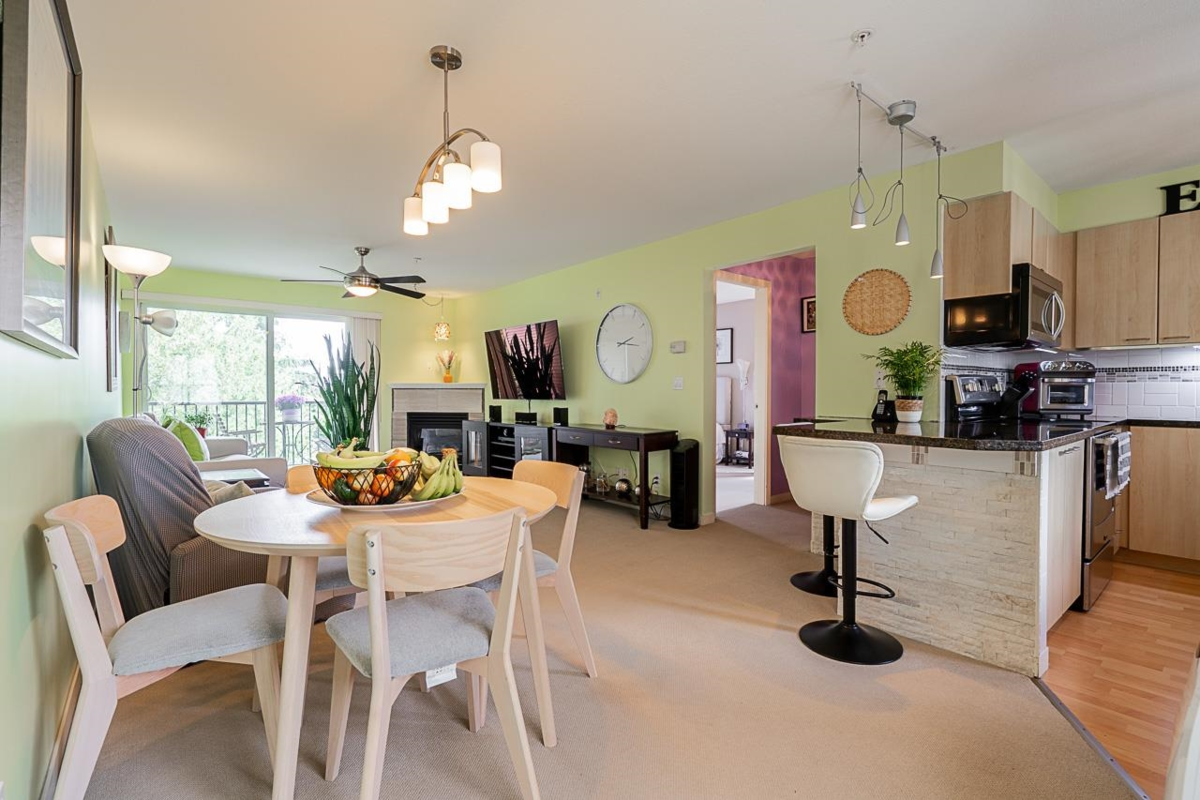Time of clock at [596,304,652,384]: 2:16
